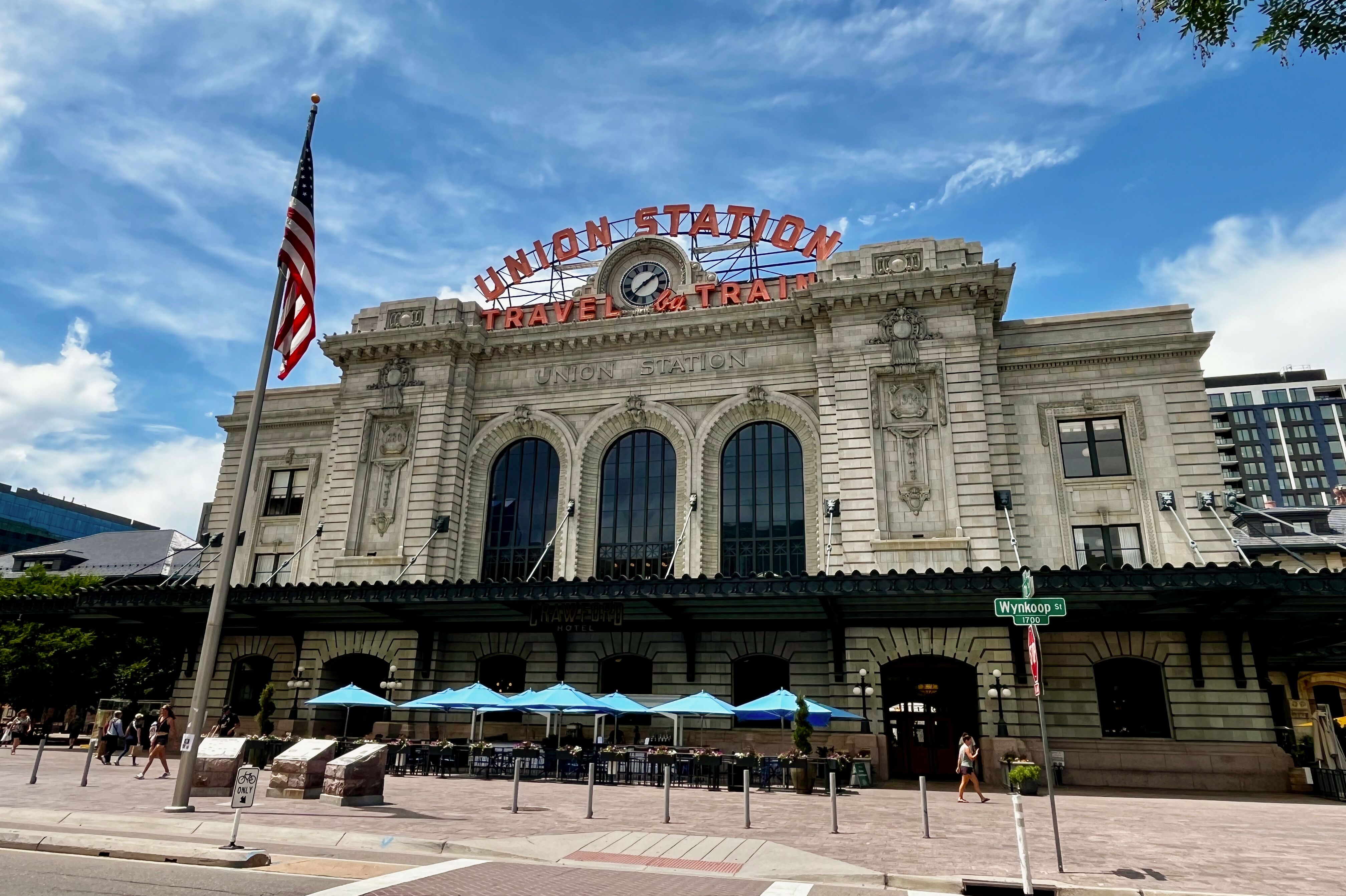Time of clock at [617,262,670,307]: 1:36
